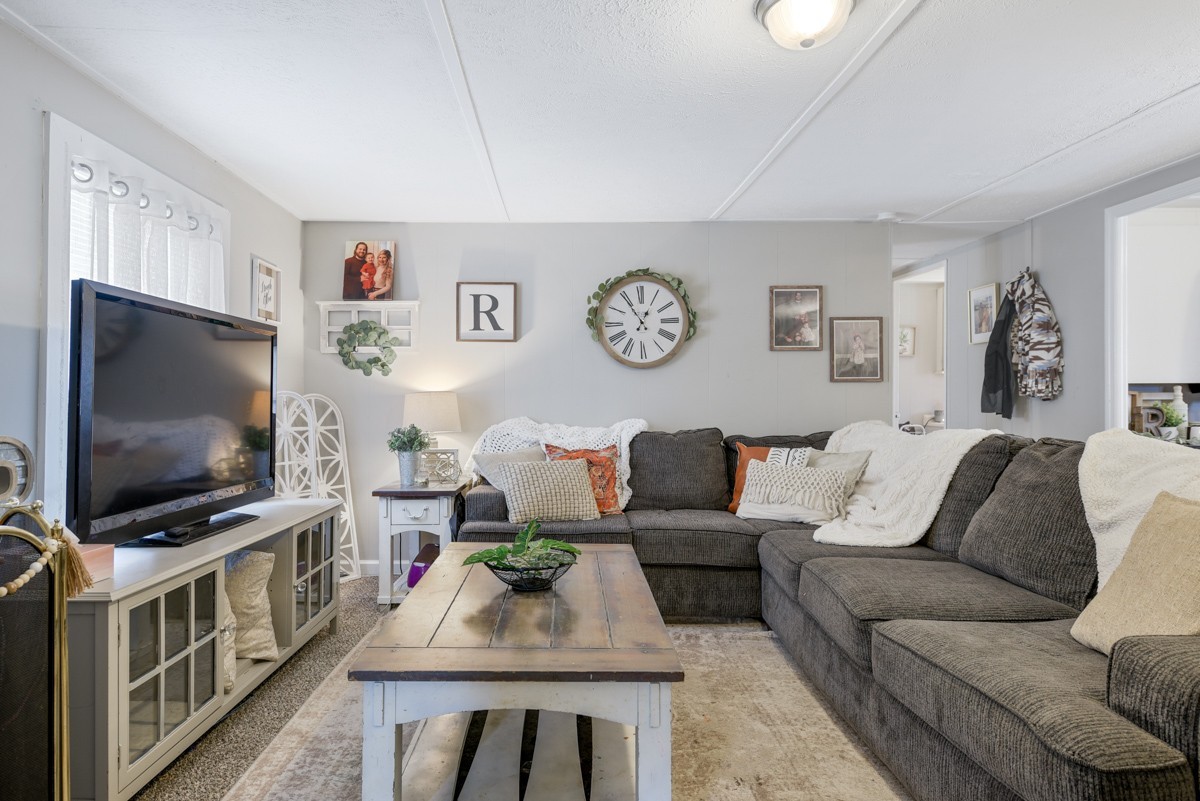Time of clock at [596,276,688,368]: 12:54
